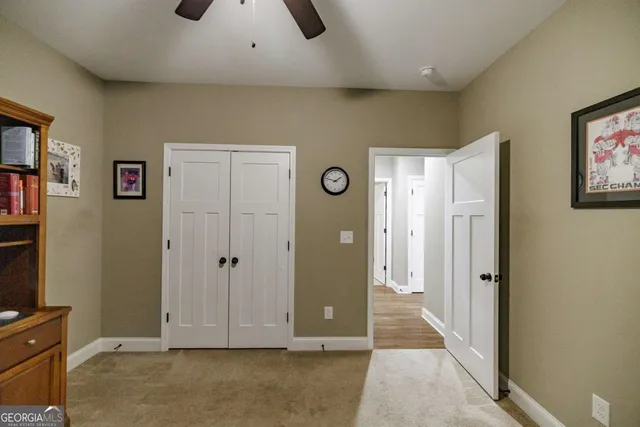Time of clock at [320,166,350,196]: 1:47
